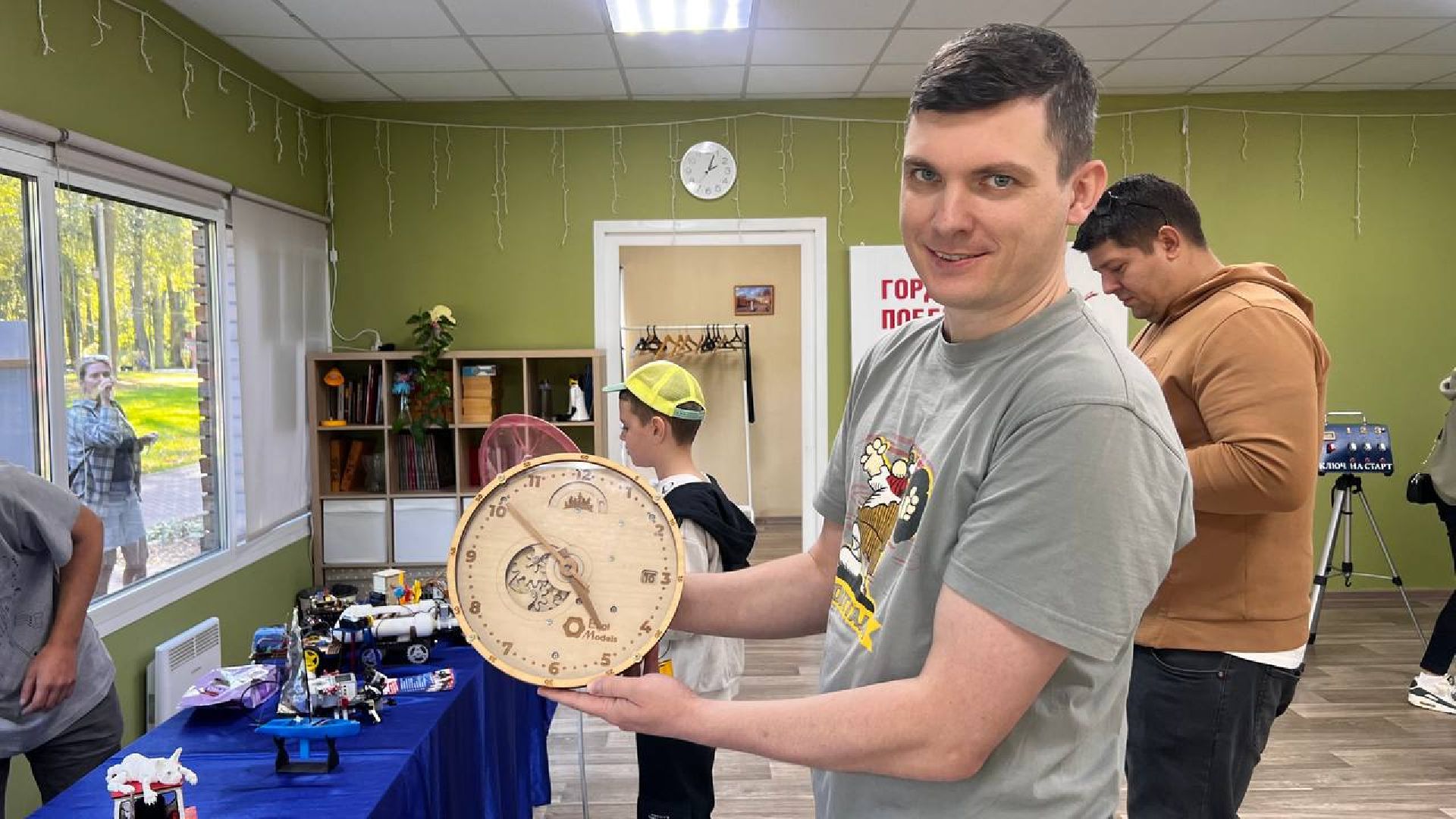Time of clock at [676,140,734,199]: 2:03
